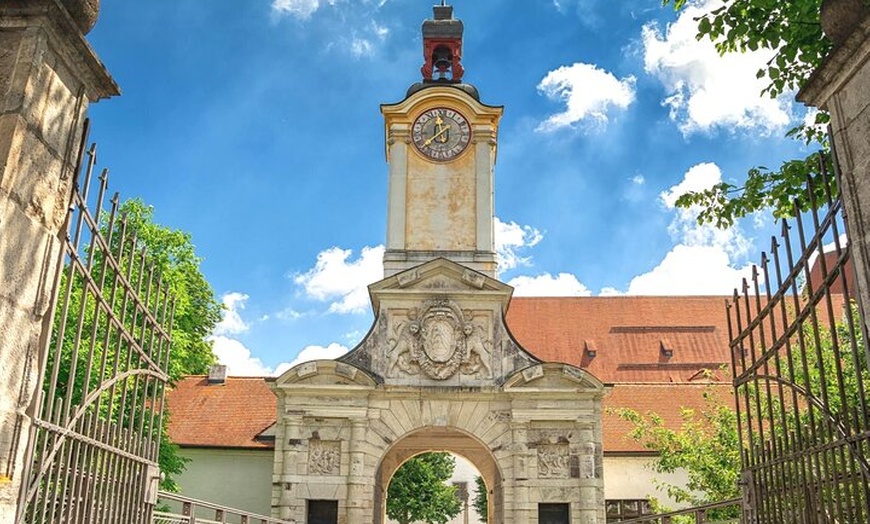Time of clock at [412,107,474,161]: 11:37
